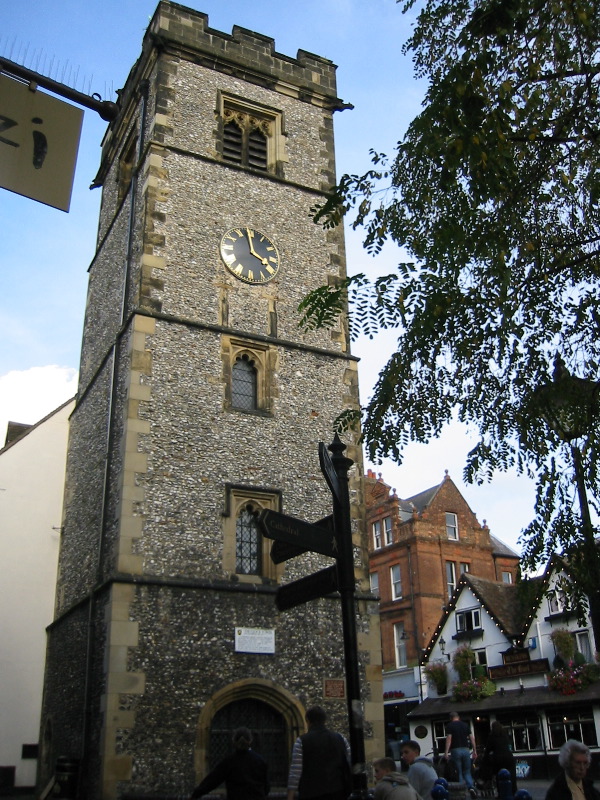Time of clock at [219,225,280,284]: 3:58
